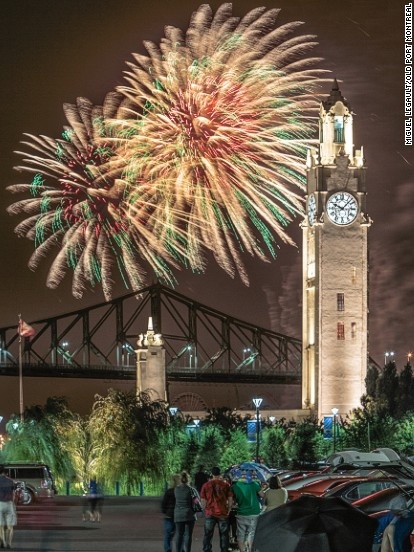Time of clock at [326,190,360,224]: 10:07
